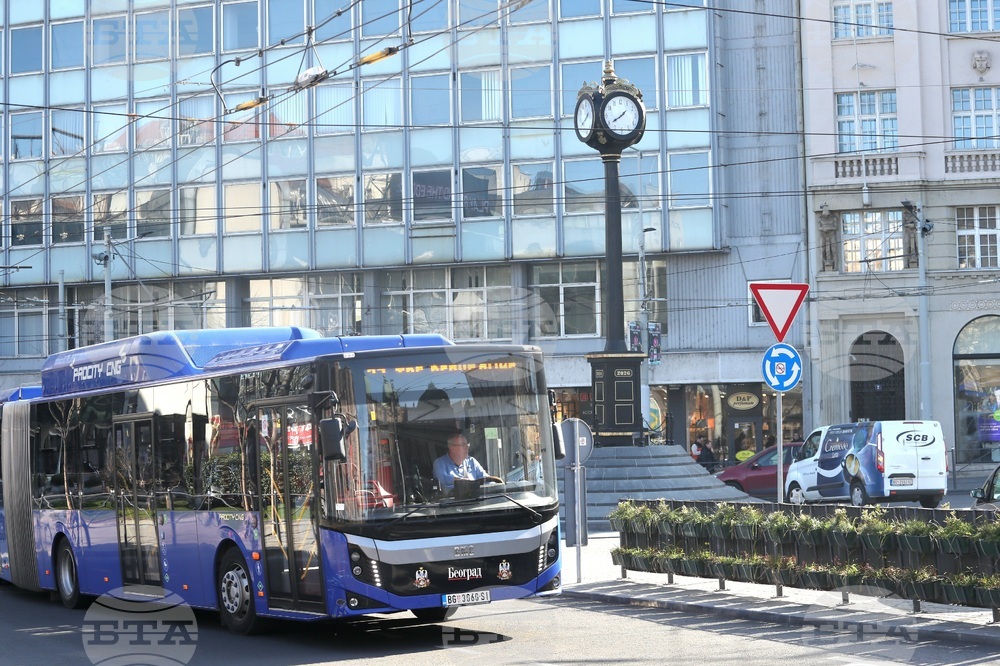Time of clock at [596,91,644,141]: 1:39
